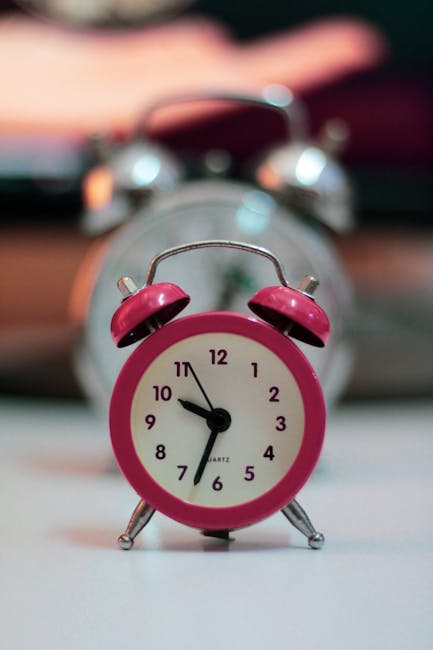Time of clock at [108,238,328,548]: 9:33
